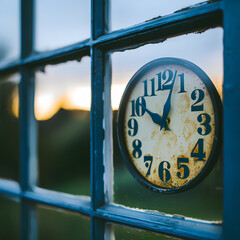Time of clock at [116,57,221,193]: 10:02
